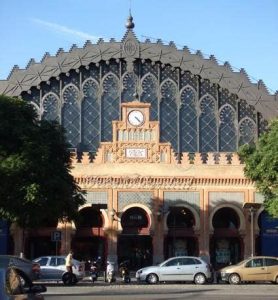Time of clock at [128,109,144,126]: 4:22
